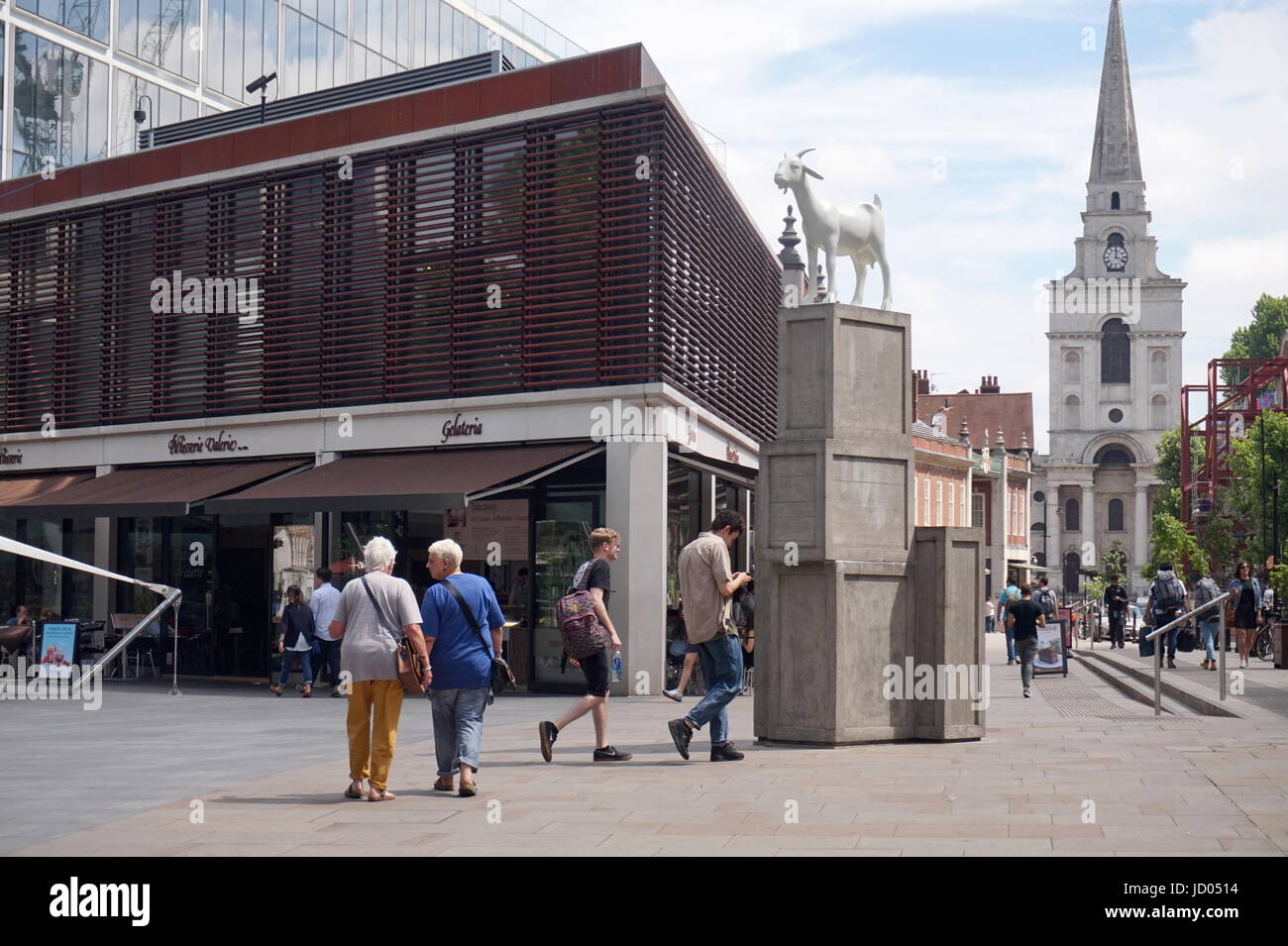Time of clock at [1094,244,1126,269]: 12:18
